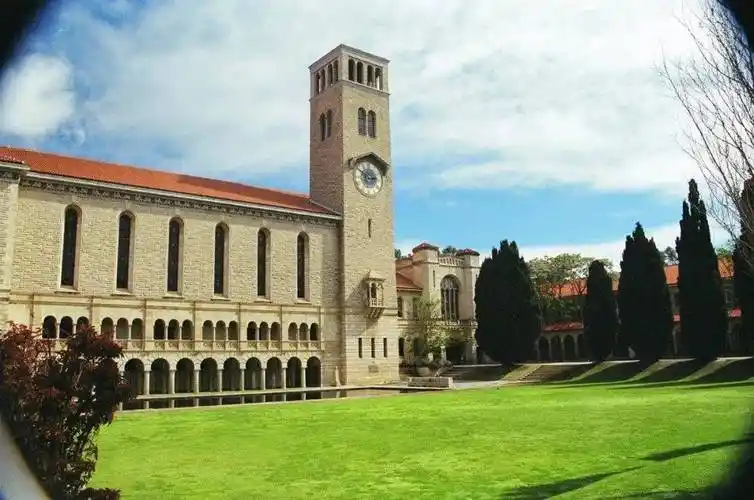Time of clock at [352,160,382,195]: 2:50
